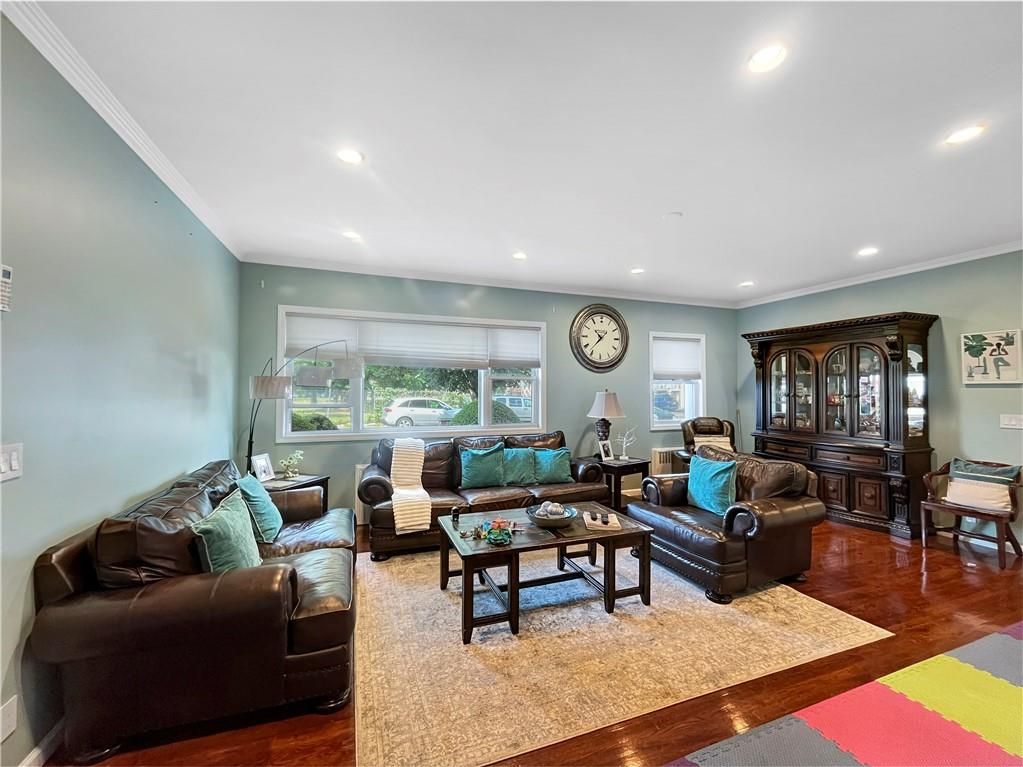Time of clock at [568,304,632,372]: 10:36
